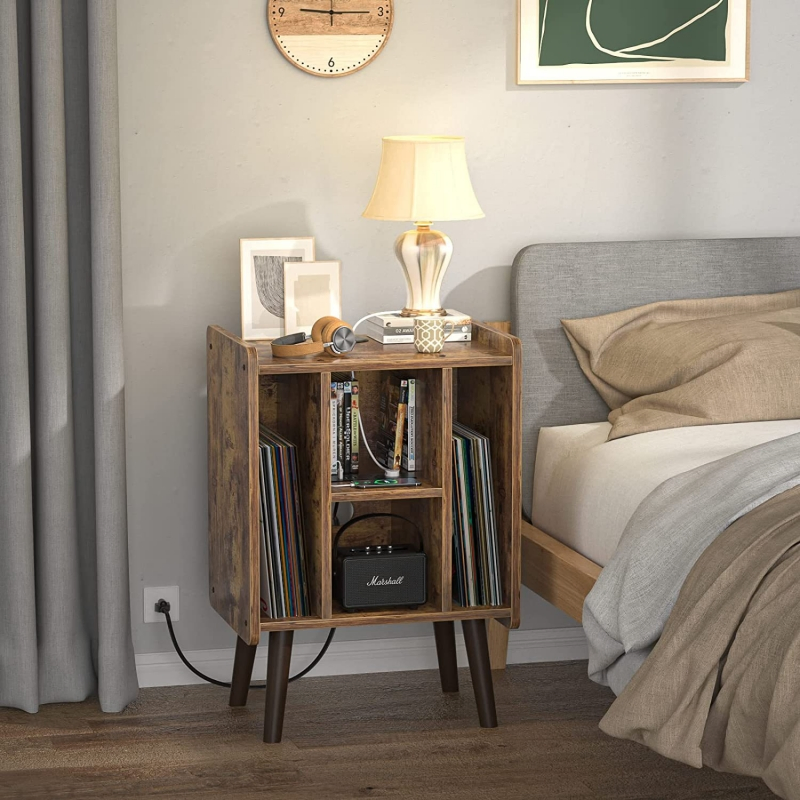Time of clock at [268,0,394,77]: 9:14
